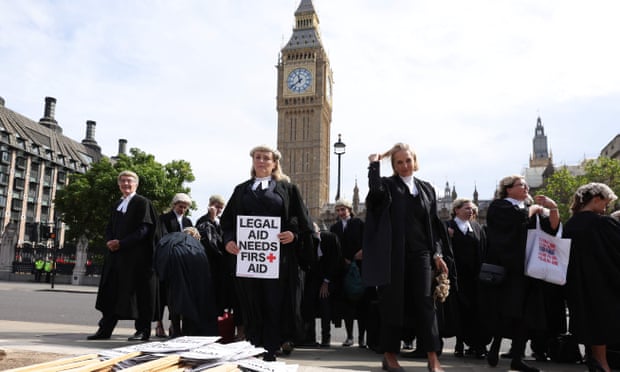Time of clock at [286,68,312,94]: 11:38
